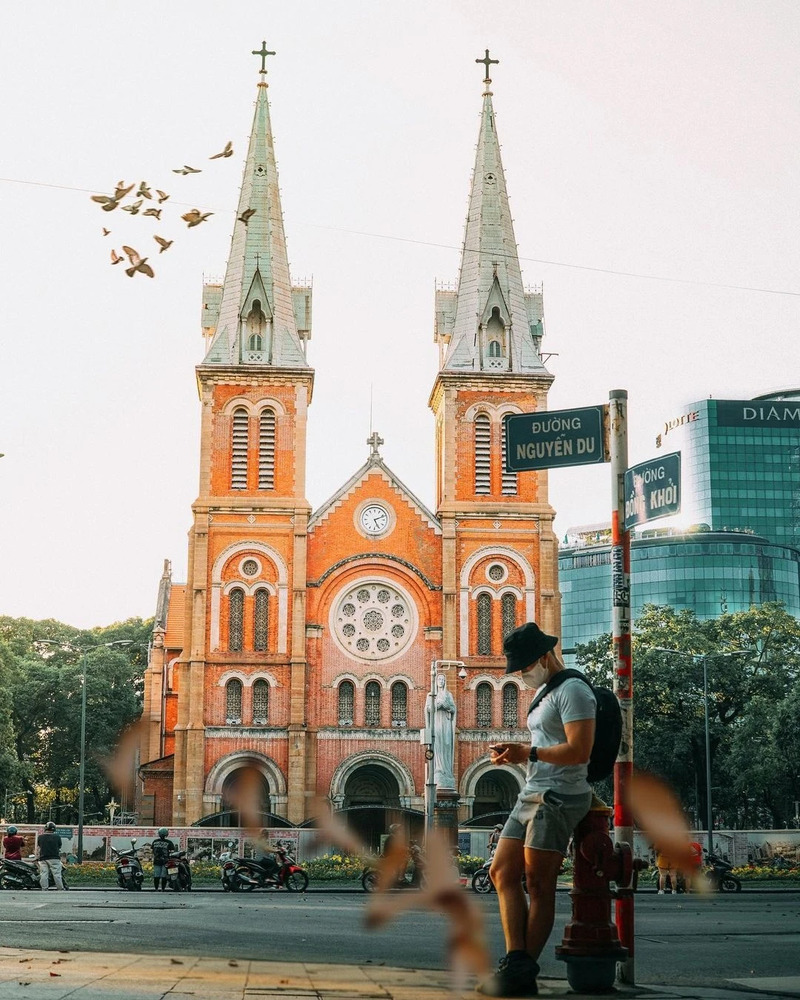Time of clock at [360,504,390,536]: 5:11
